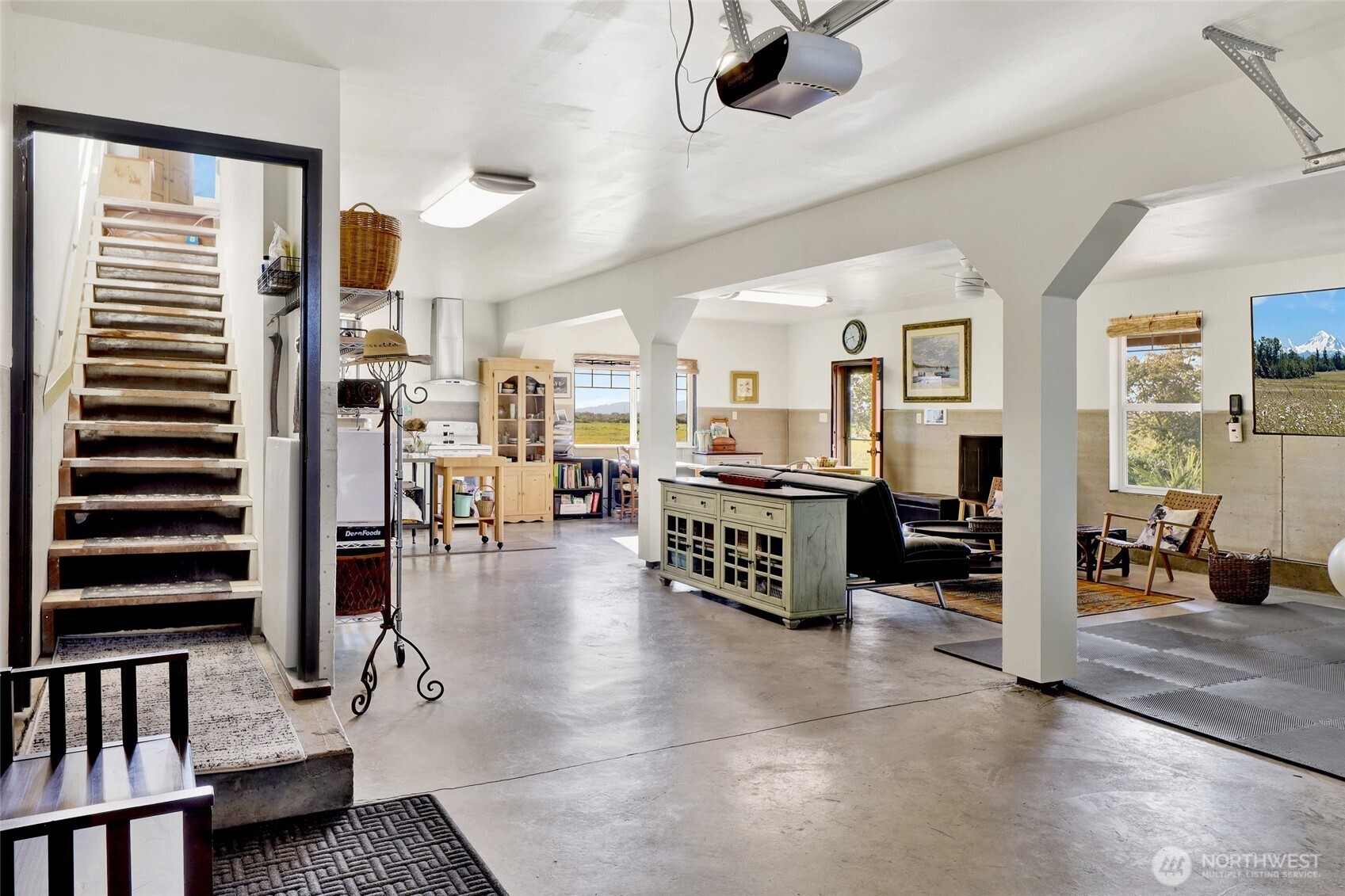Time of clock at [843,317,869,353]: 4:42
